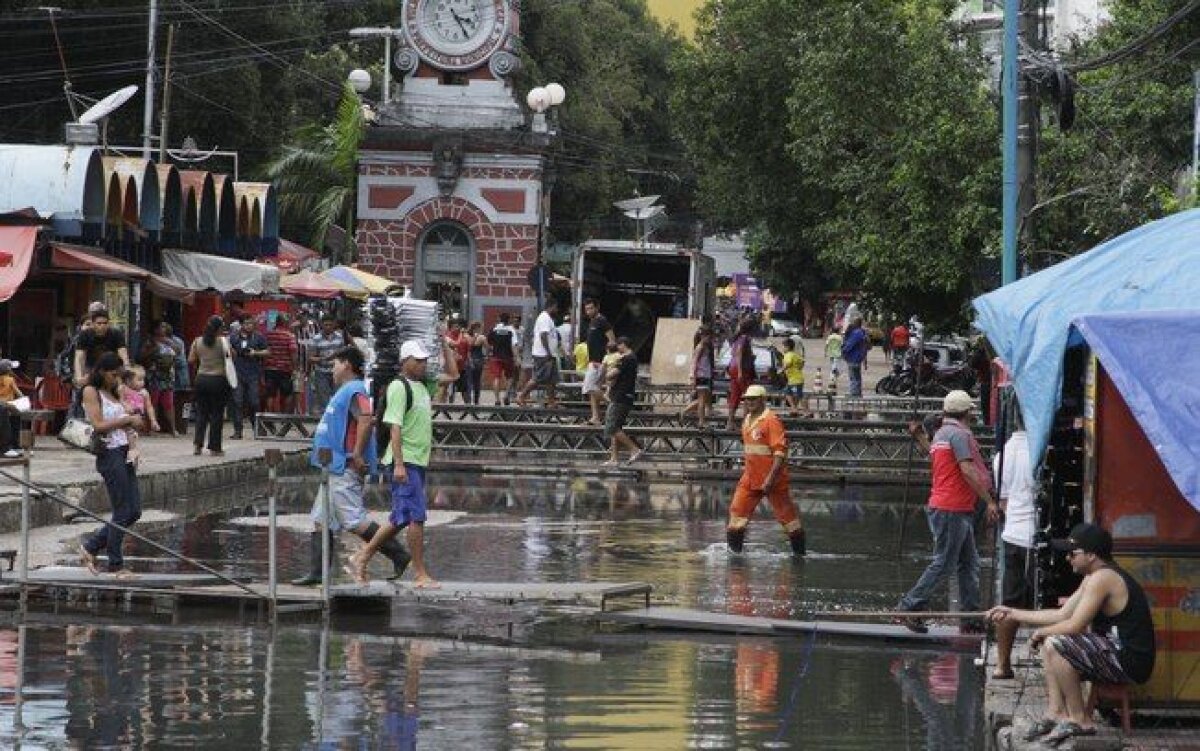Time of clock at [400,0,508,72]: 3:24
